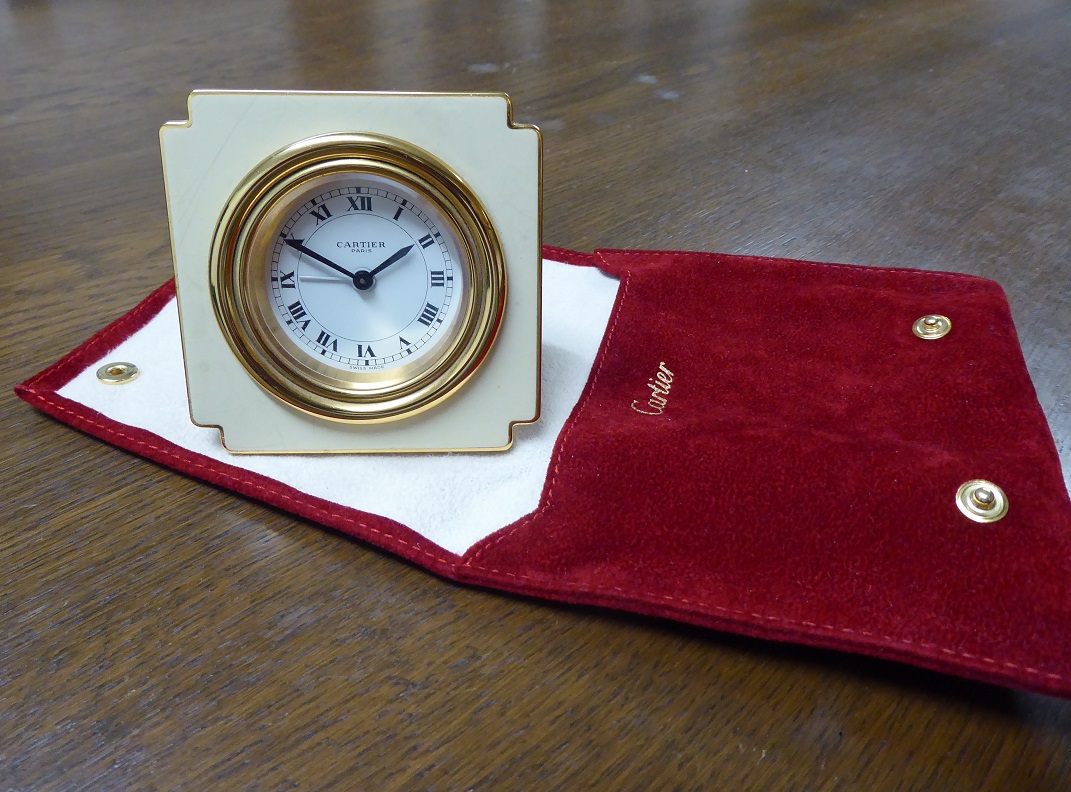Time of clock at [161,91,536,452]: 1:49
